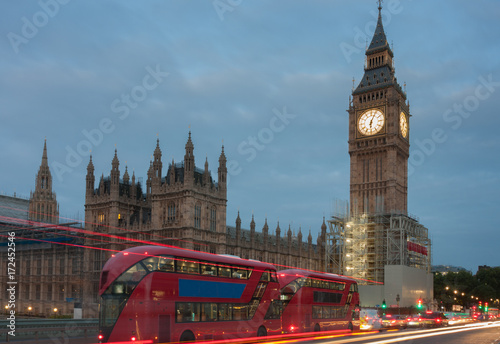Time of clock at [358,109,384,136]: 6:03
